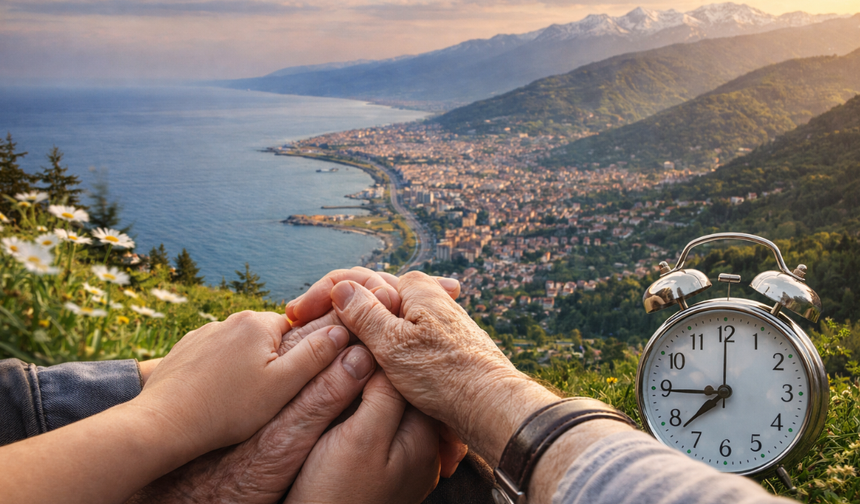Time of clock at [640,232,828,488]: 7:44
